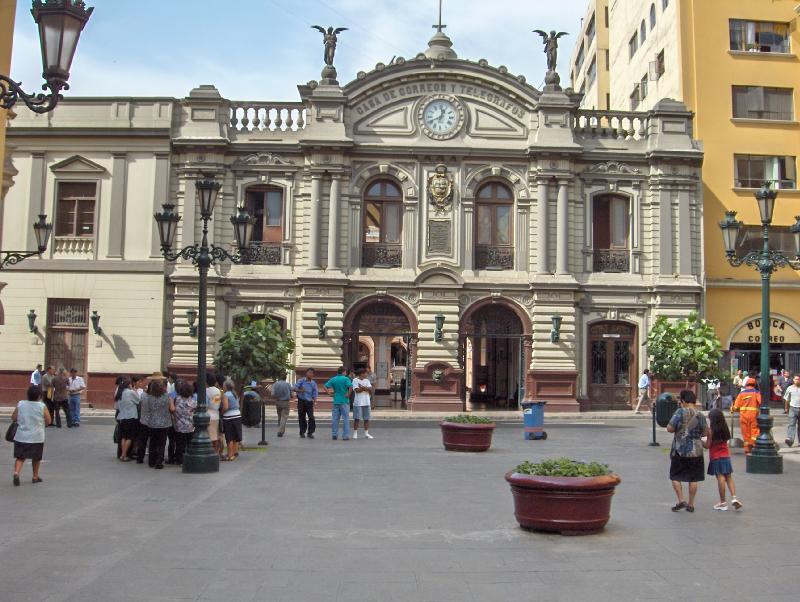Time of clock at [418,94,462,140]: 12:41
